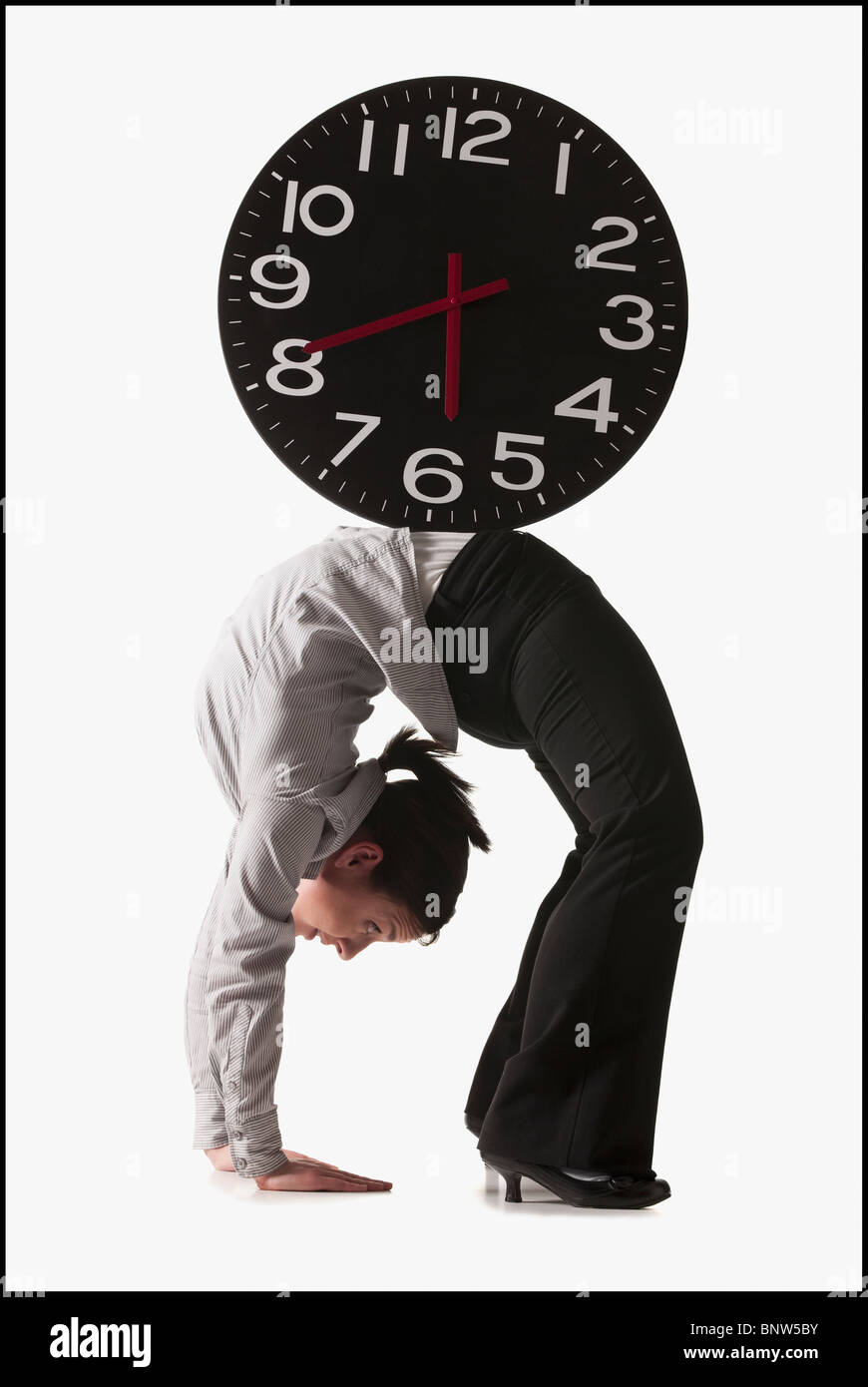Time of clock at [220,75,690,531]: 5:40
